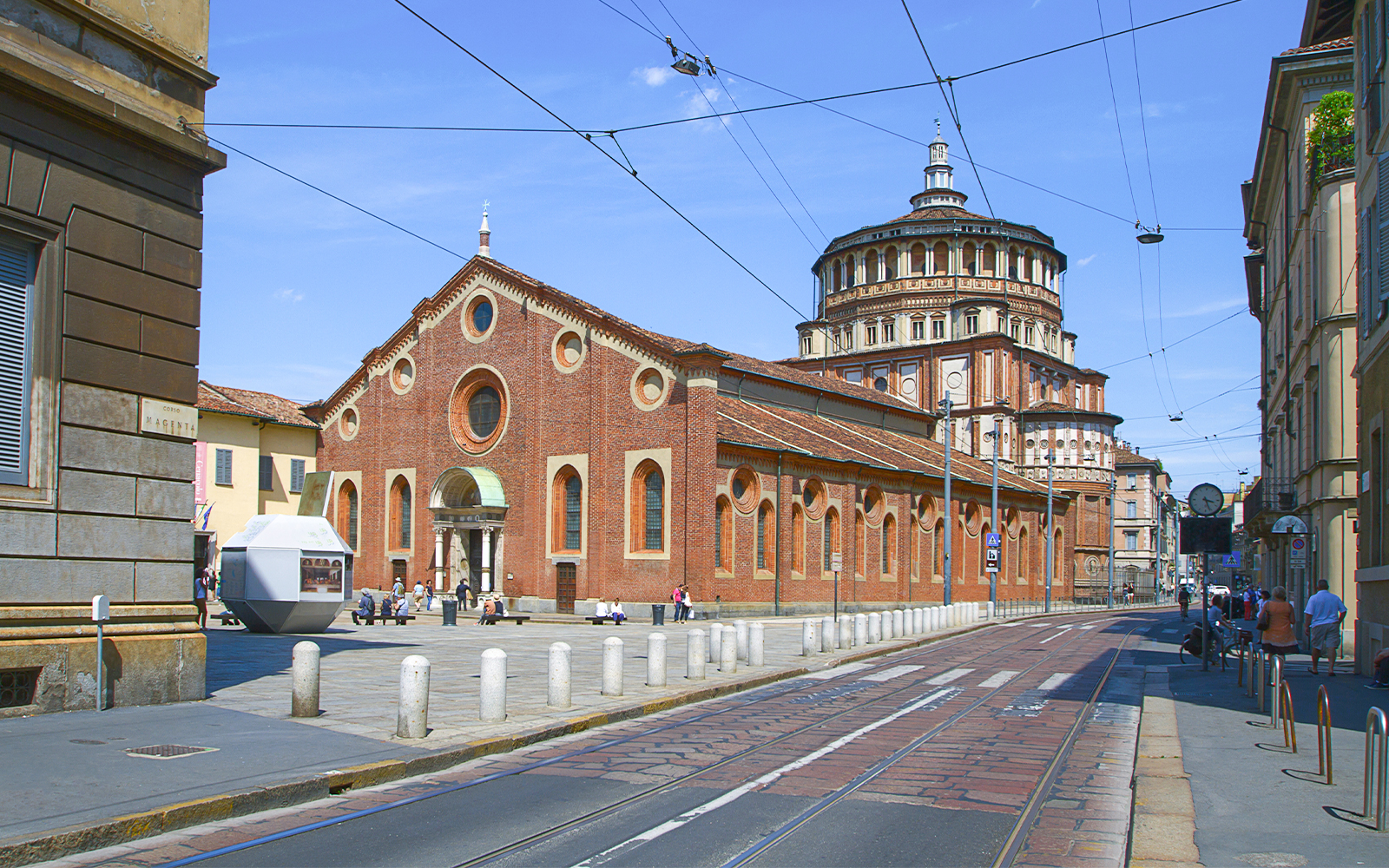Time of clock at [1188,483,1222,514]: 3:26
